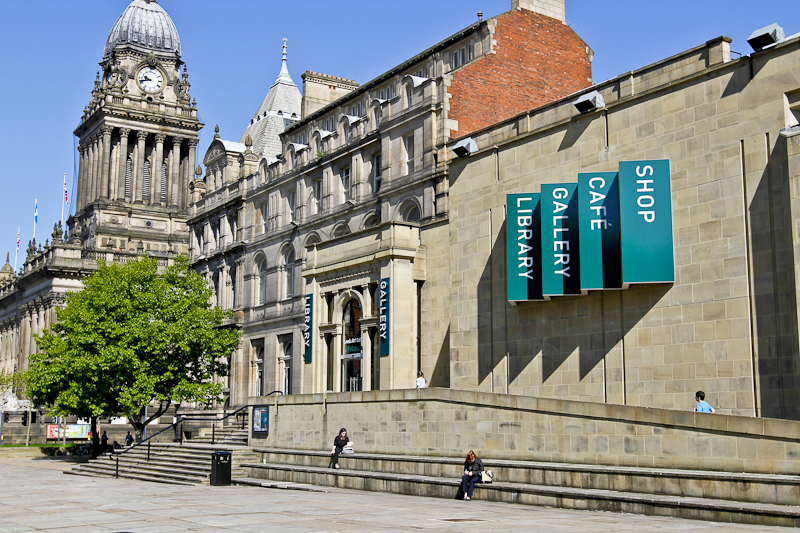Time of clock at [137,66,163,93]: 9:42
